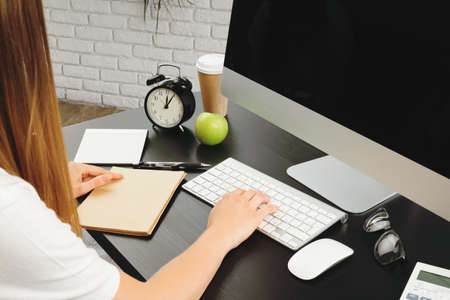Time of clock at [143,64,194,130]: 12:05
